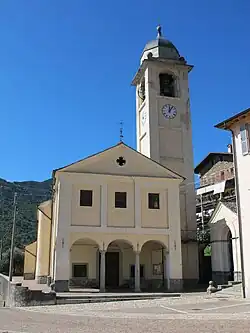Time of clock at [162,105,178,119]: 12:06
